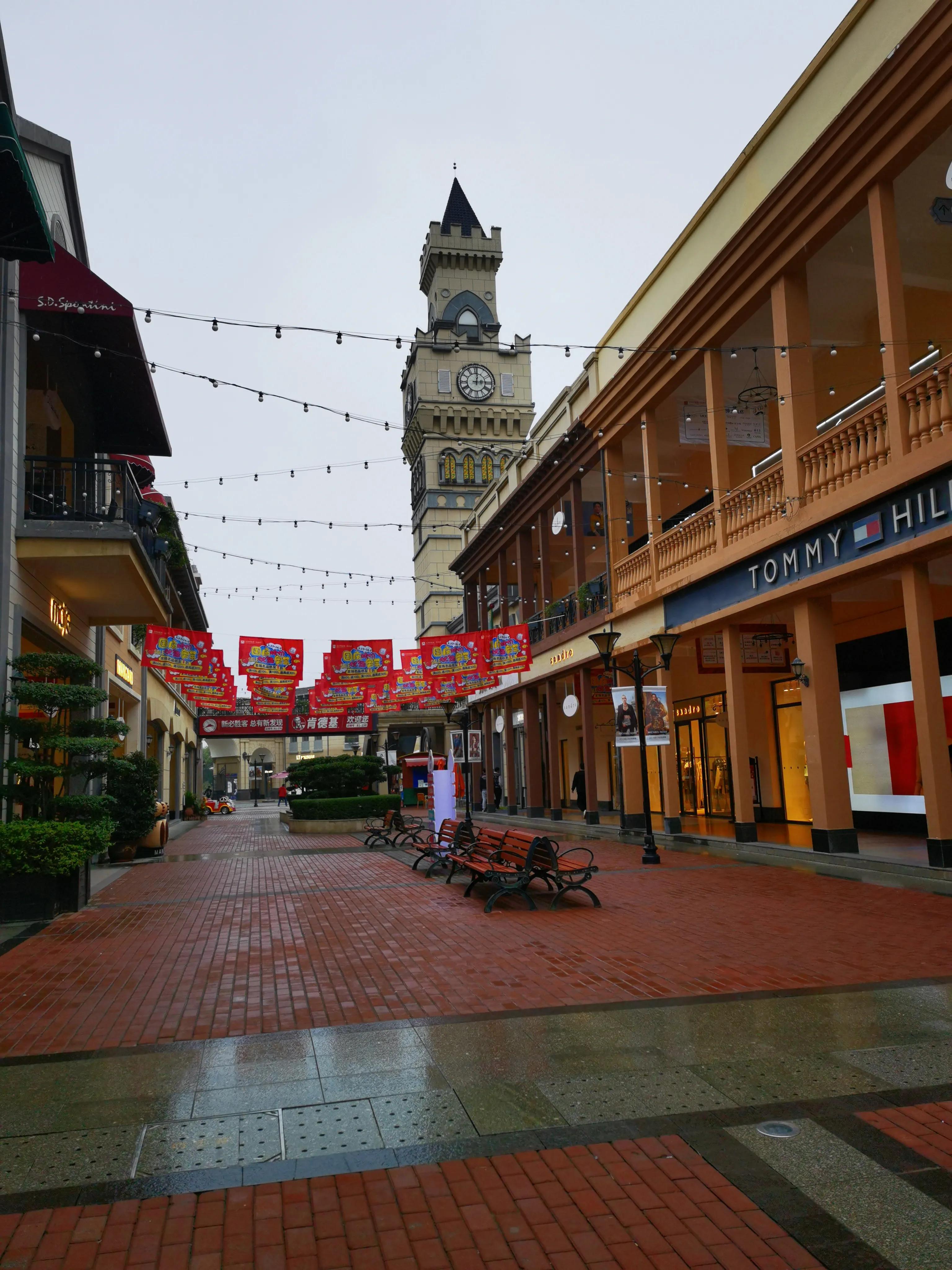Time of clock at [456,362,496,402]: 3:00
